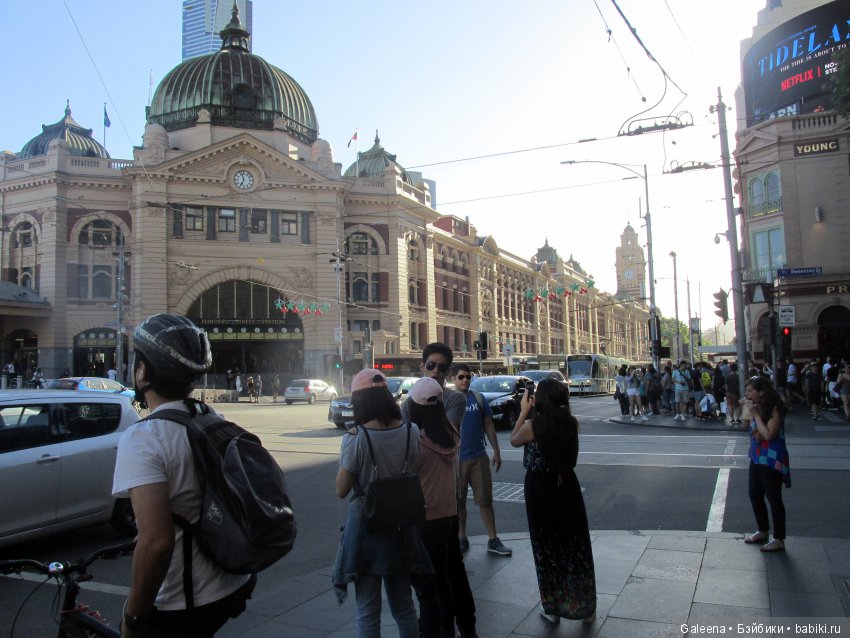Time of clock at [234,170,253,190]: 6:57
